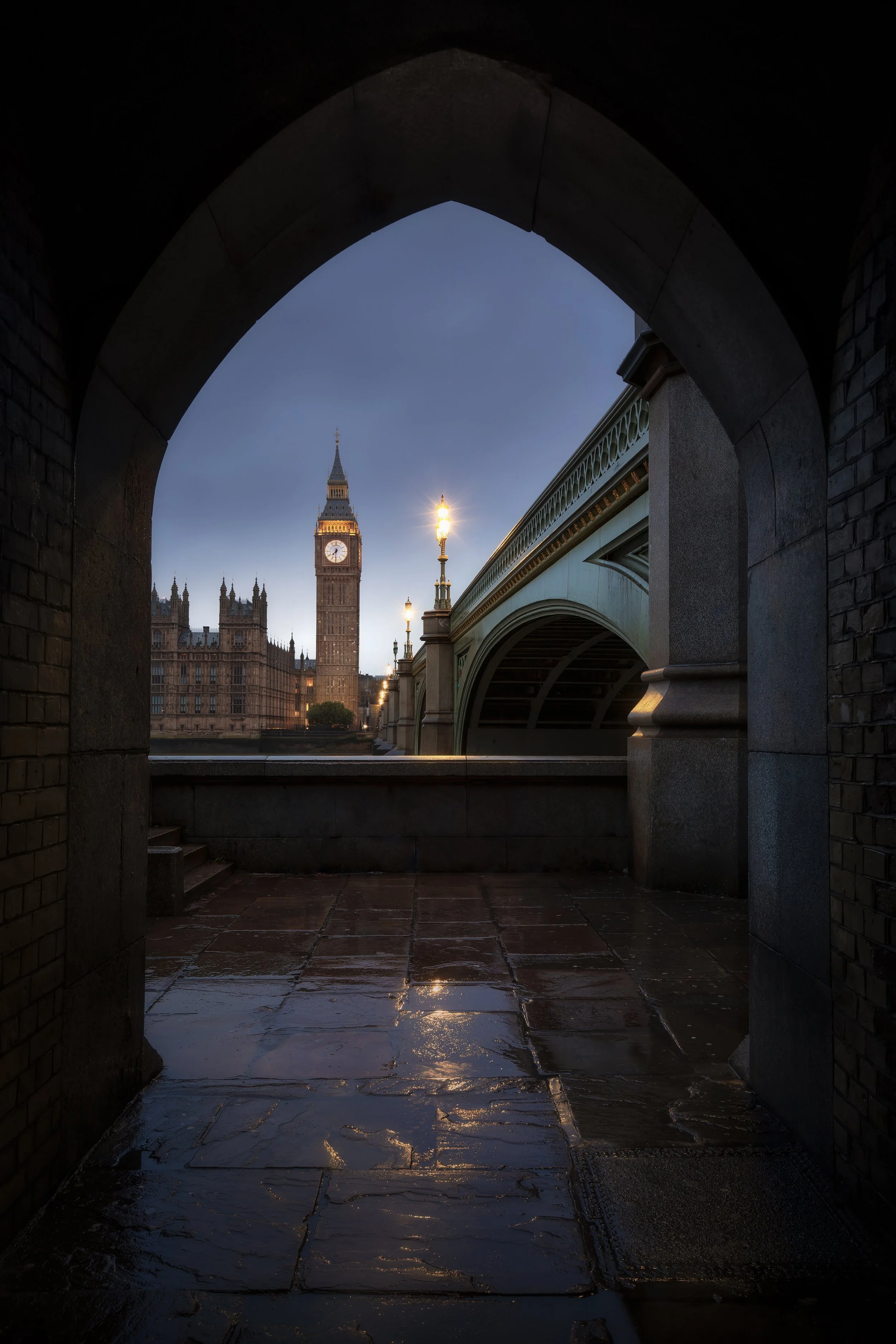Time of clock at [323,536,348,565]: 7:30
